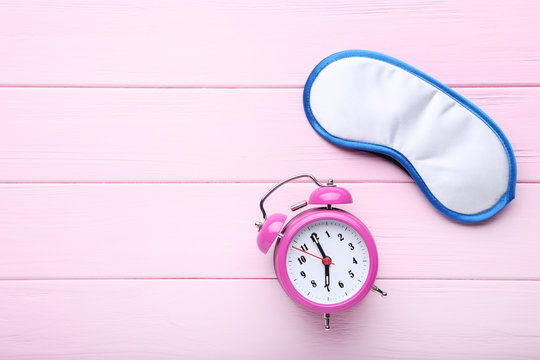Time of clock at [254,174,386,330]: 5:55
